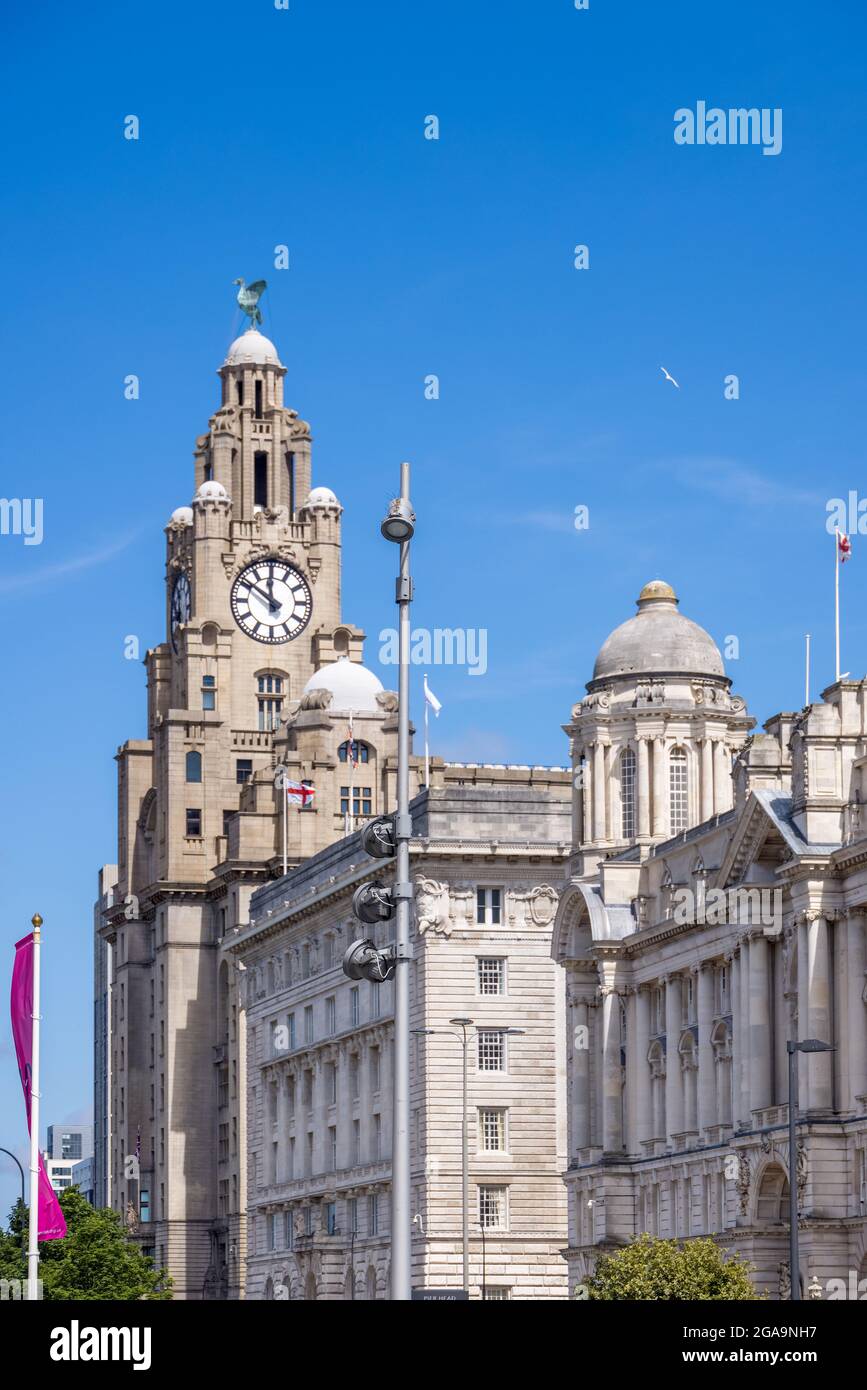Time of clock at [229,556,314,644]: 11:51
